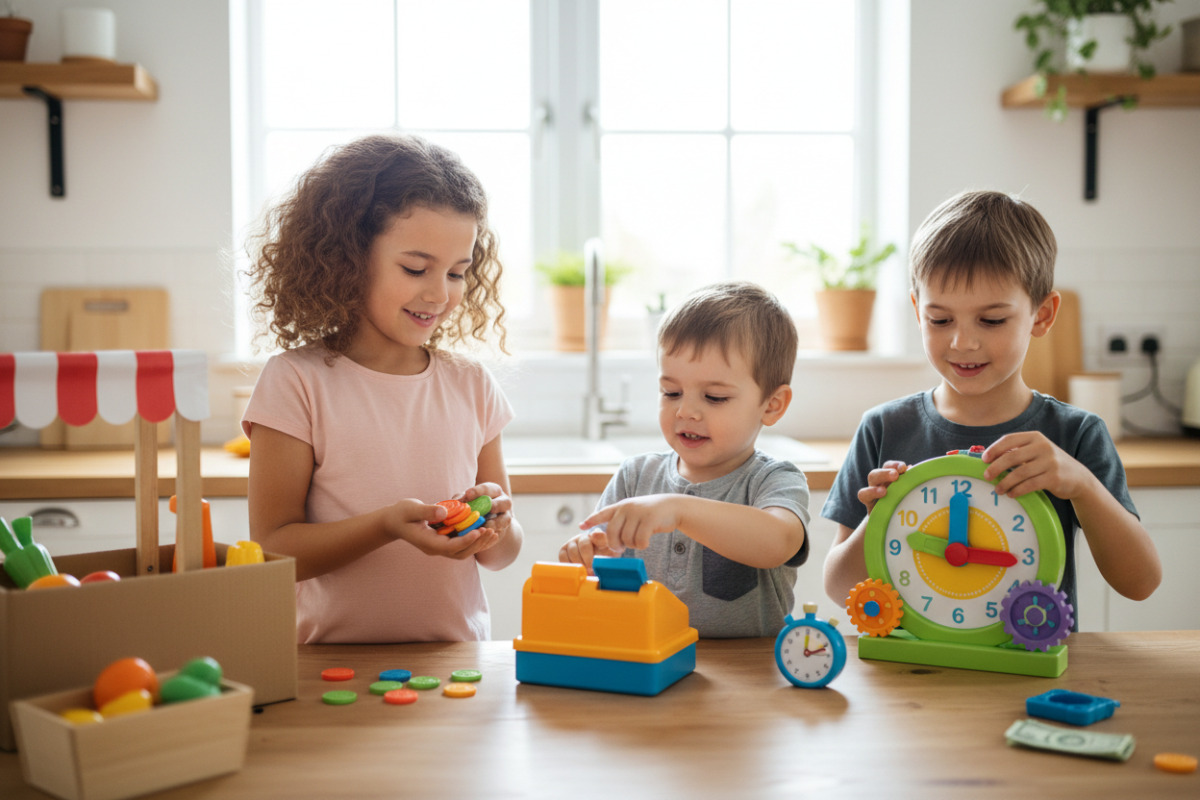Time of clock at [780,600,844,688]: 12:11
